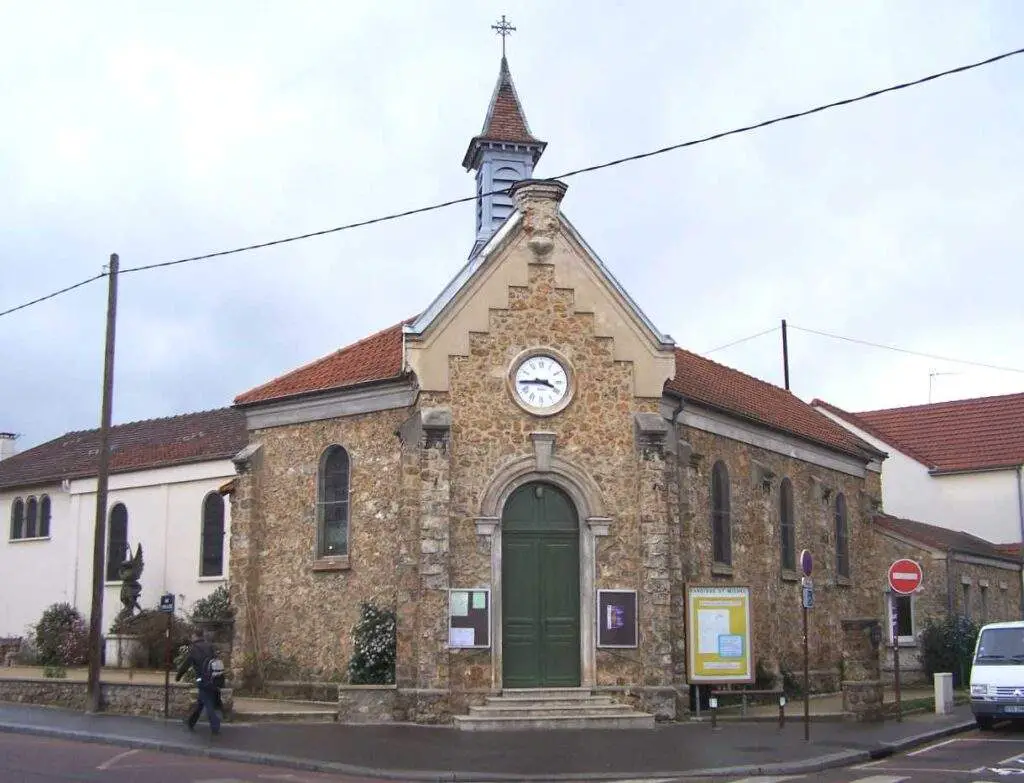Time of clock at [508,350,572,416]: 3:44
